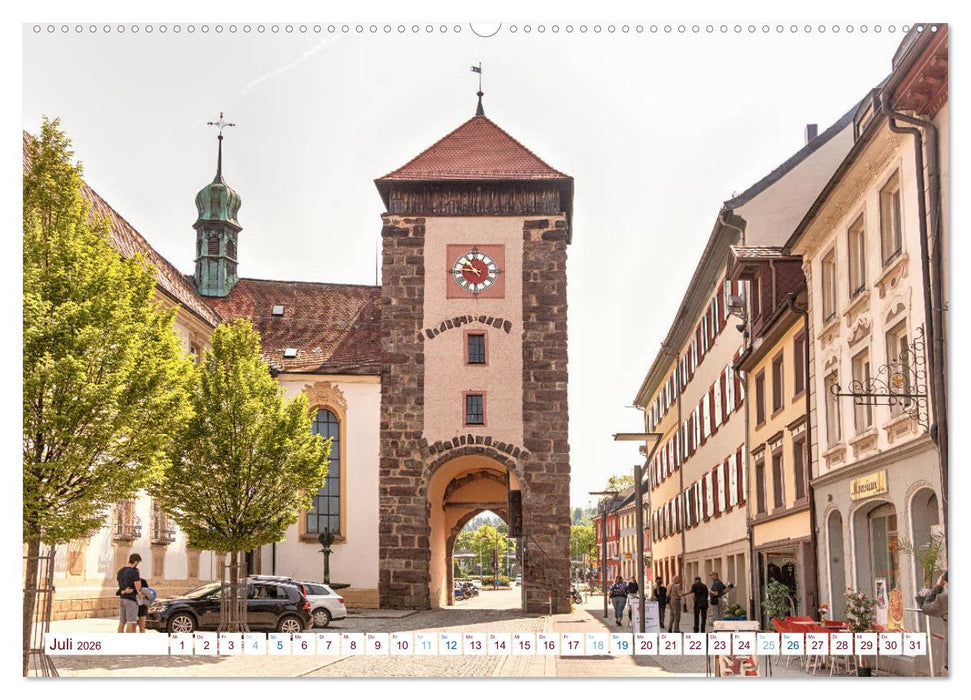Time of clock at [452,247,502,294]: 10:46
